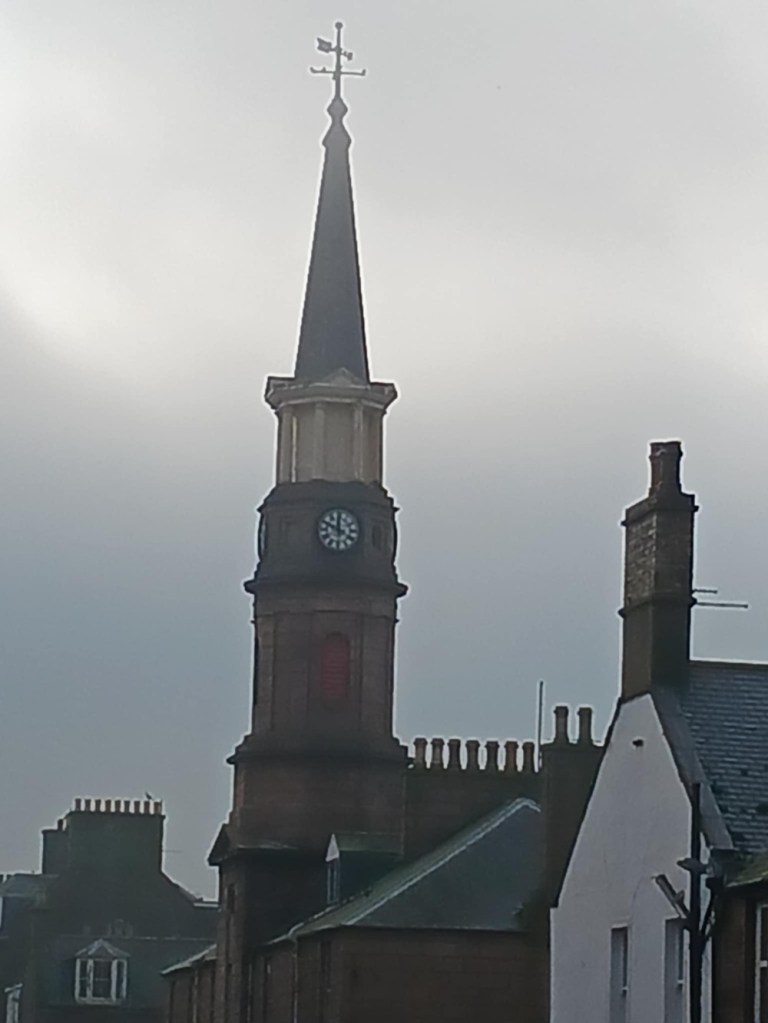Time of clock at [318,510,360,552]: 11:49
